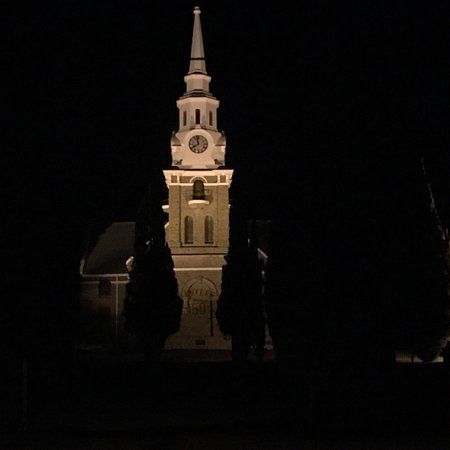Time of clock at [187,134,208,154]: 7:58
